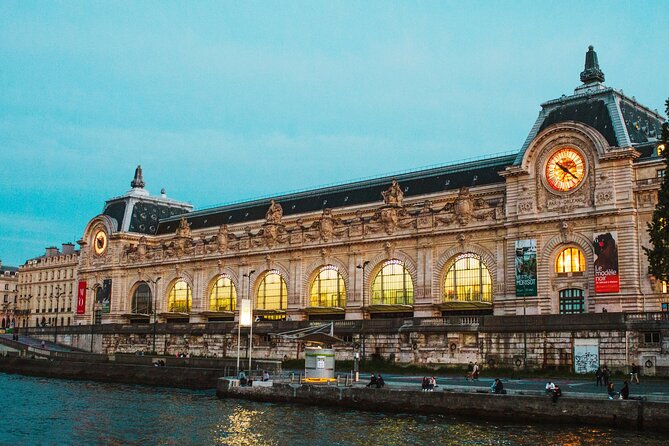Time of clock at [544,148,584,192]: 10:20
